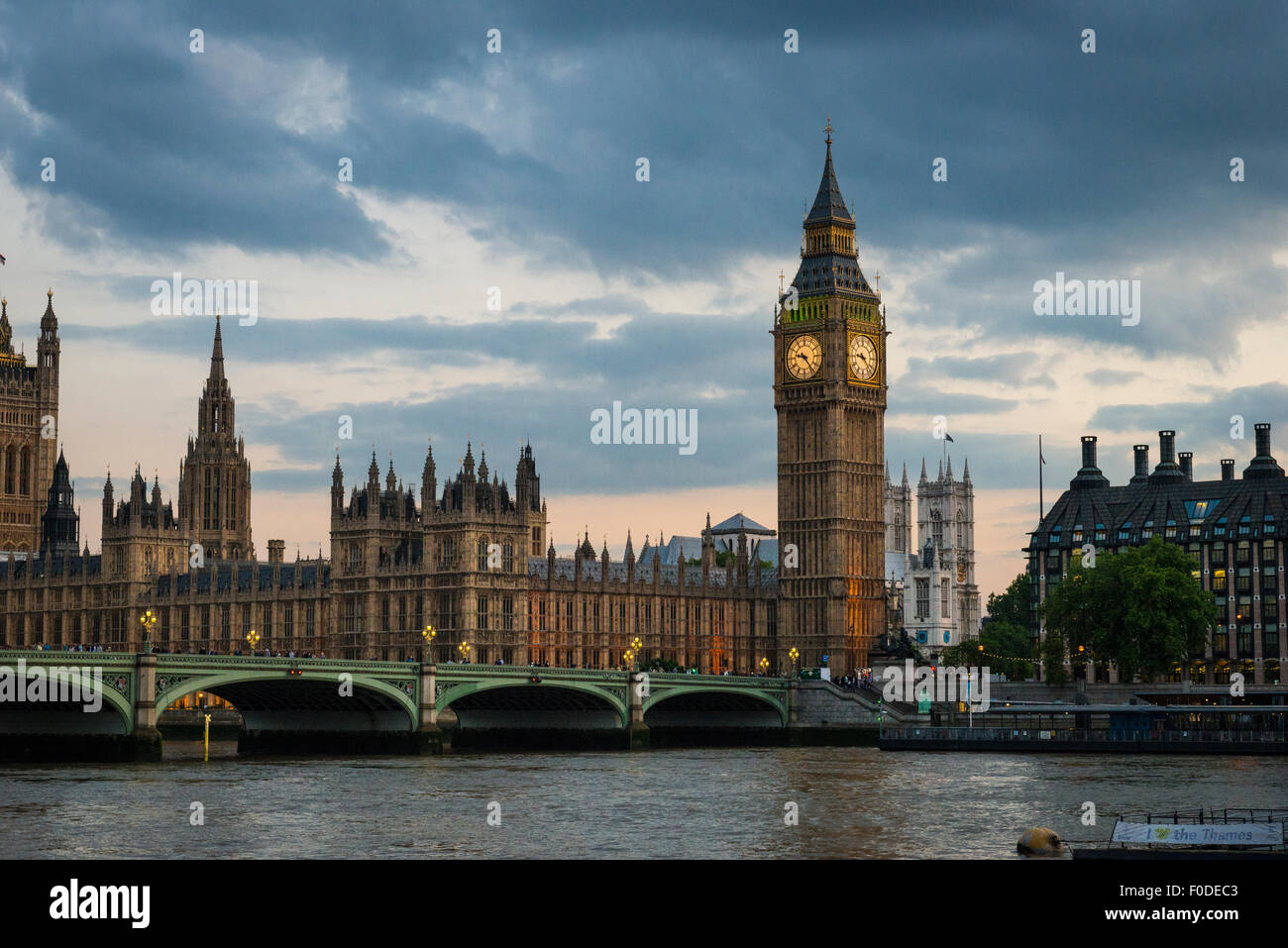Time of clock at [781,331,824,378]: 9:23
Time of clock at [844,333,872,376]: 9:22
